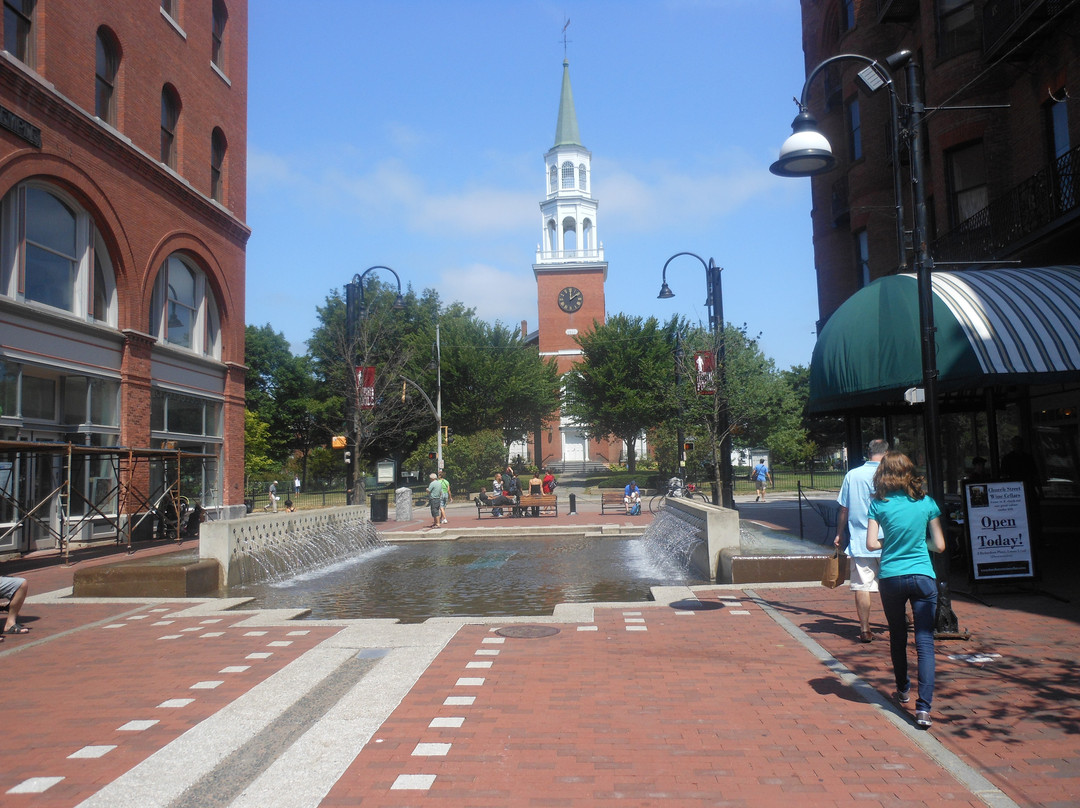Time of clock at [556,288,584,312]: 12:07
